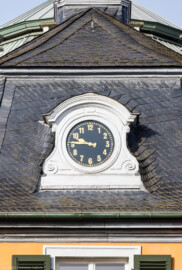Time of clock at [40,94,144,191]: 9:45
